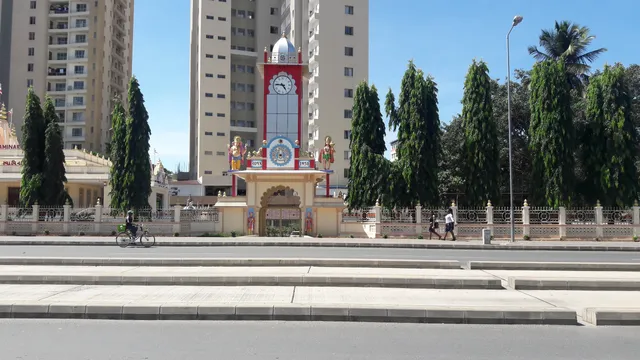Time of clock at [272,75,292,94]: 4:46
